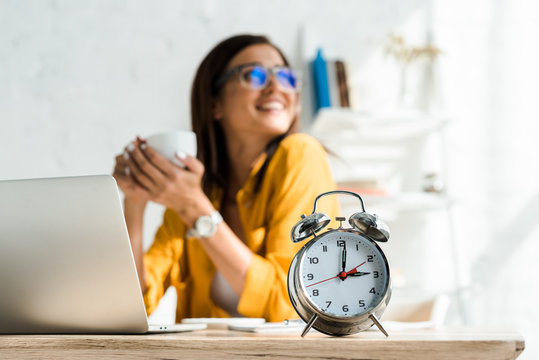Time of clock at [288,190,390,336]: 3:01
